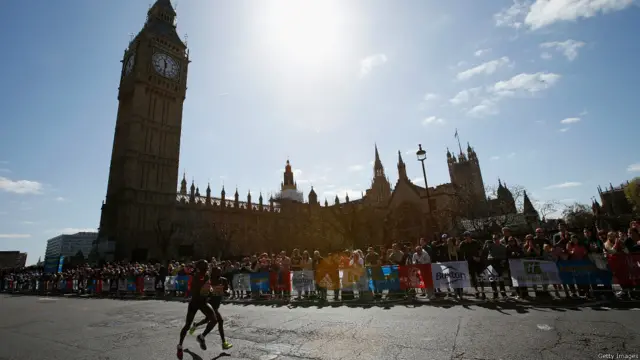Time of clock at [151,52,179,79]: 11:32
